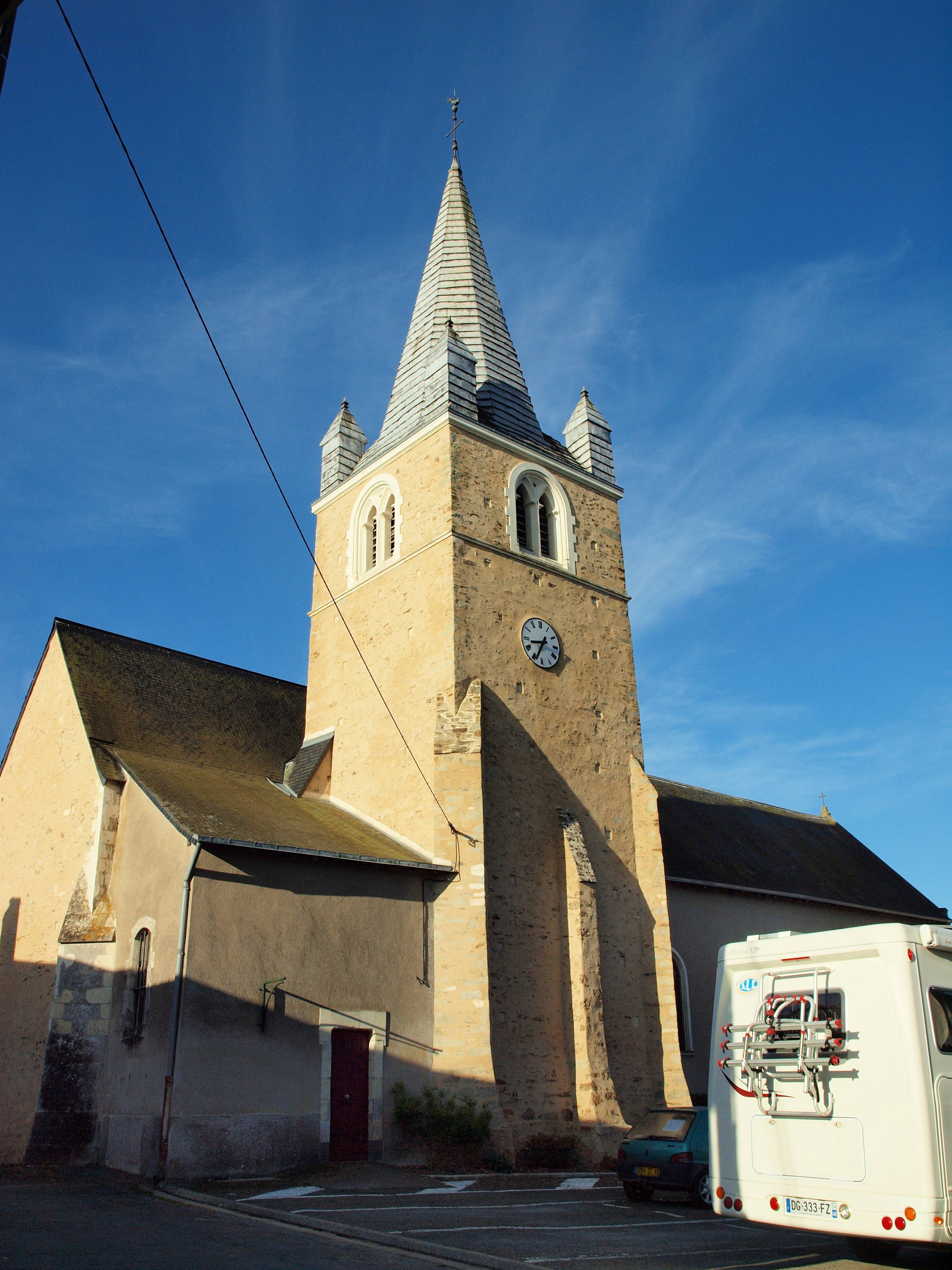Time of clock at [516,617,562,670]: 8:34
